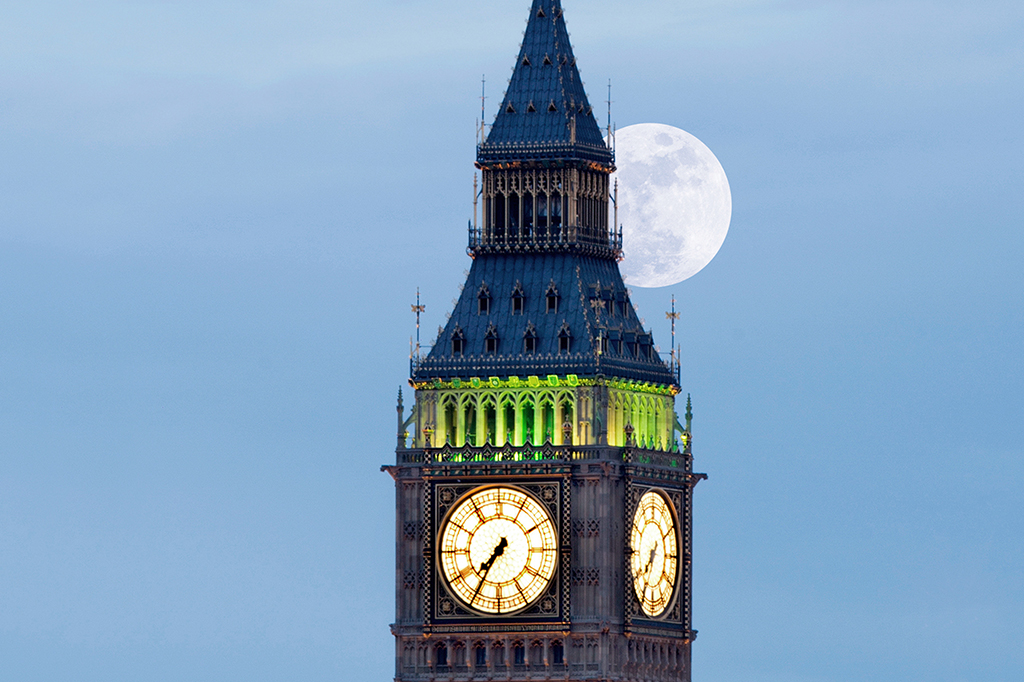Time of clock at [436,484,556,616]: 7:35
